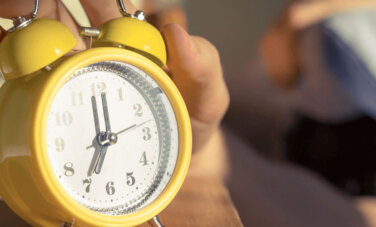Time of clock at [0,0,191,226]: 6:59
